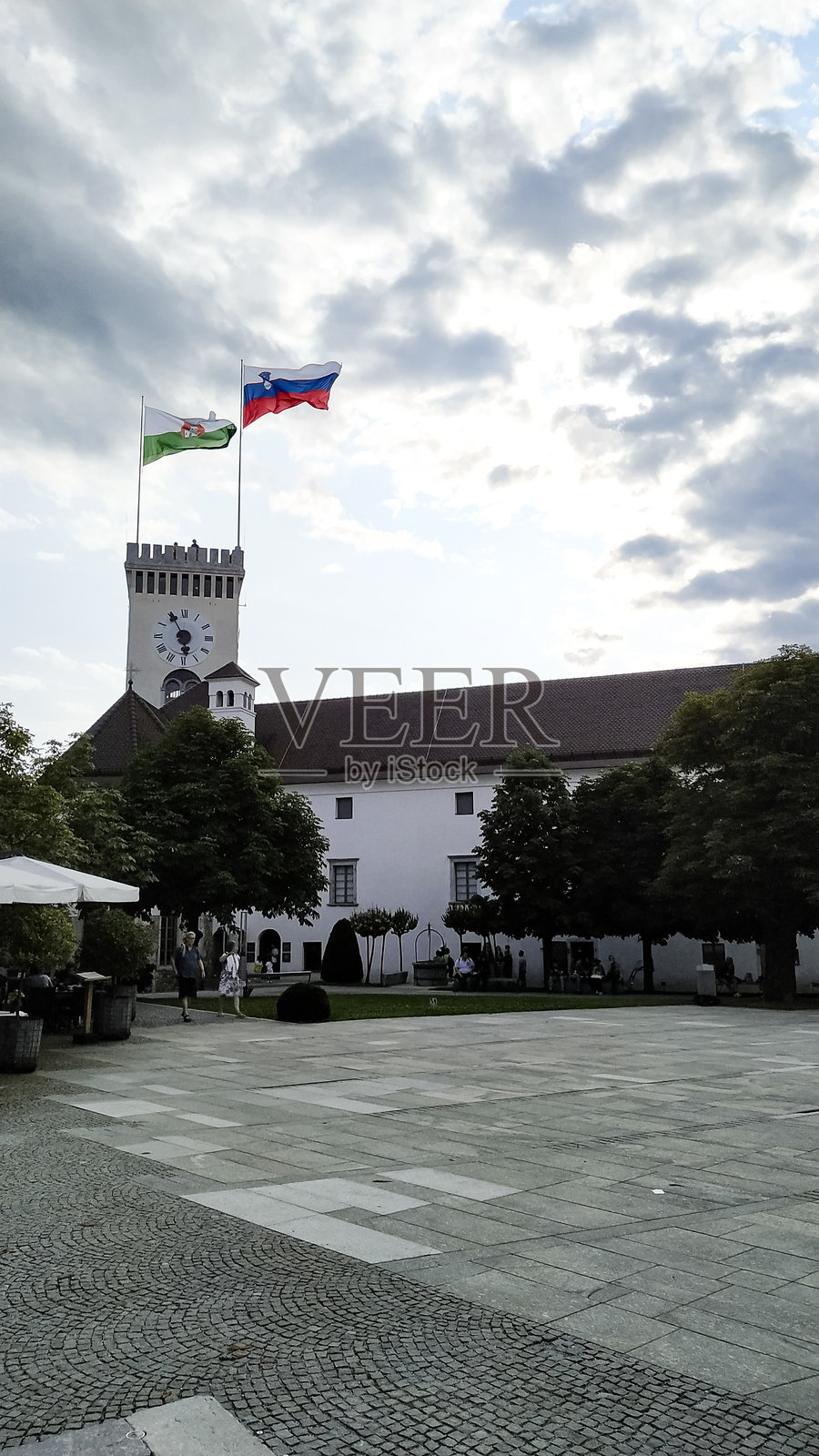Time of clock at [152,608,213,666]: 5:55
